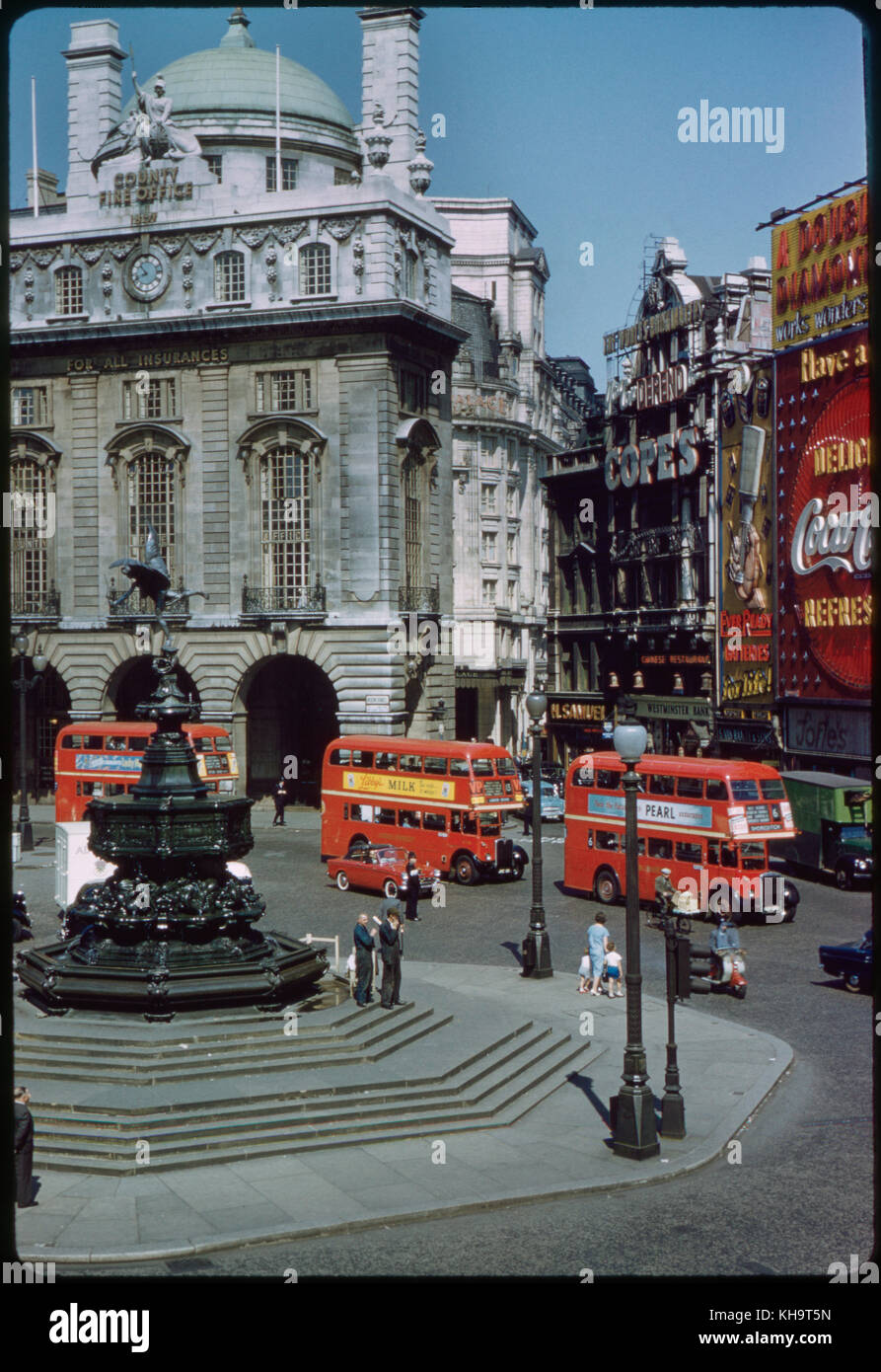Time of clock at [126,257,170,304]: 10:41
